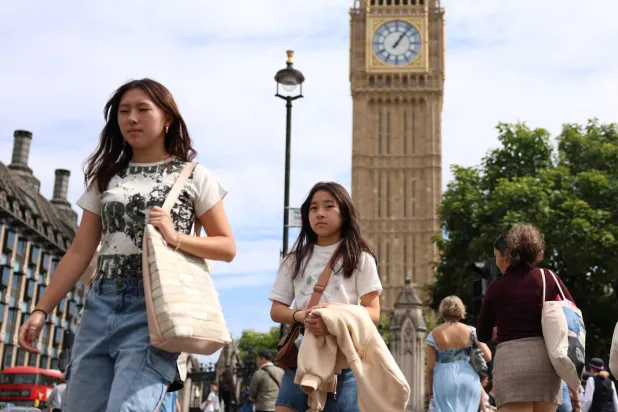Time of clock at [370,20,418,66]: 1:06
